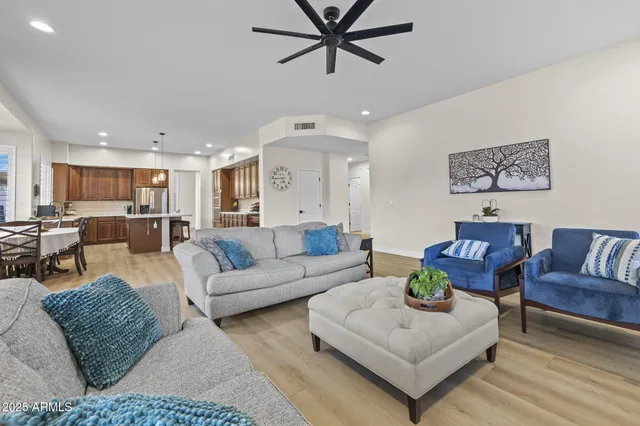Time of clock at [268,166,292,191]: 4:44
